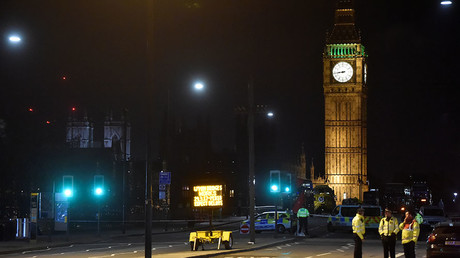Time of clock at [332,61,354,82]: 8:44
